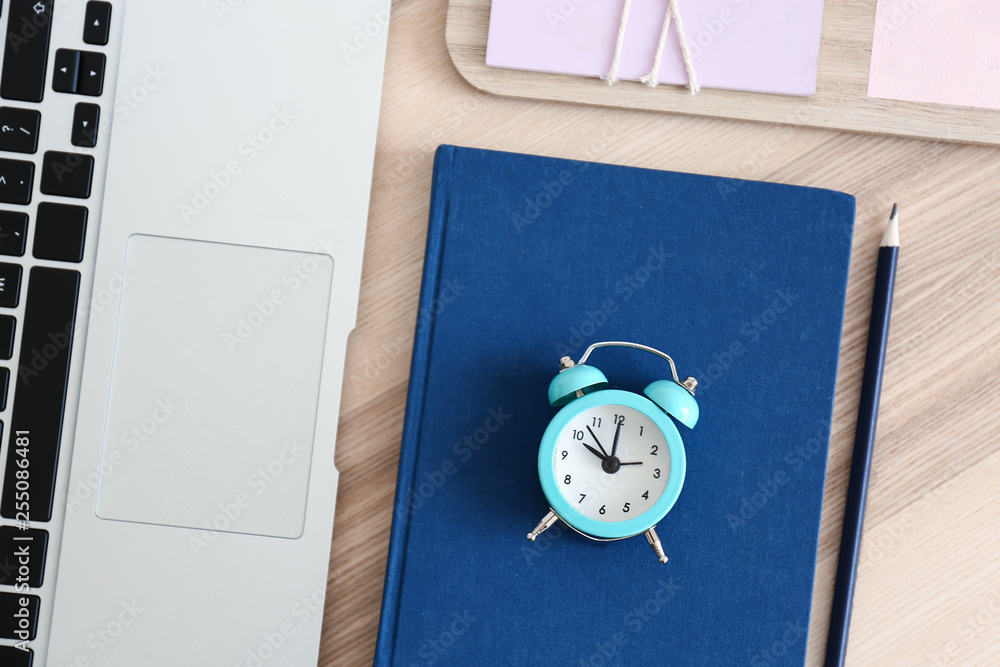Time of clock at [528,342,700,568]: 10:00
